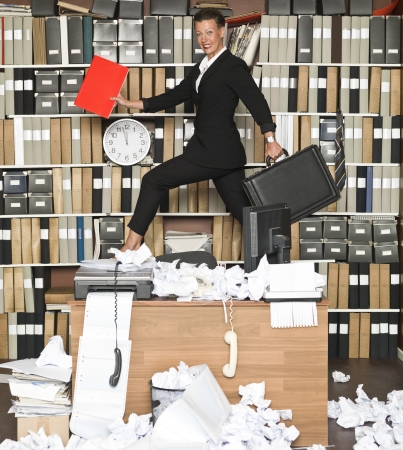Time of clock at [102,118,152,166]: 11:57
